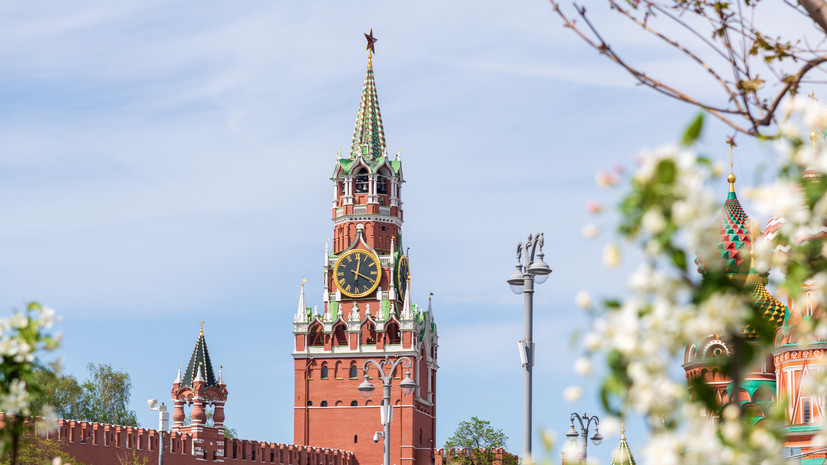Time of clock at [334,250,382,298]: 12:19
